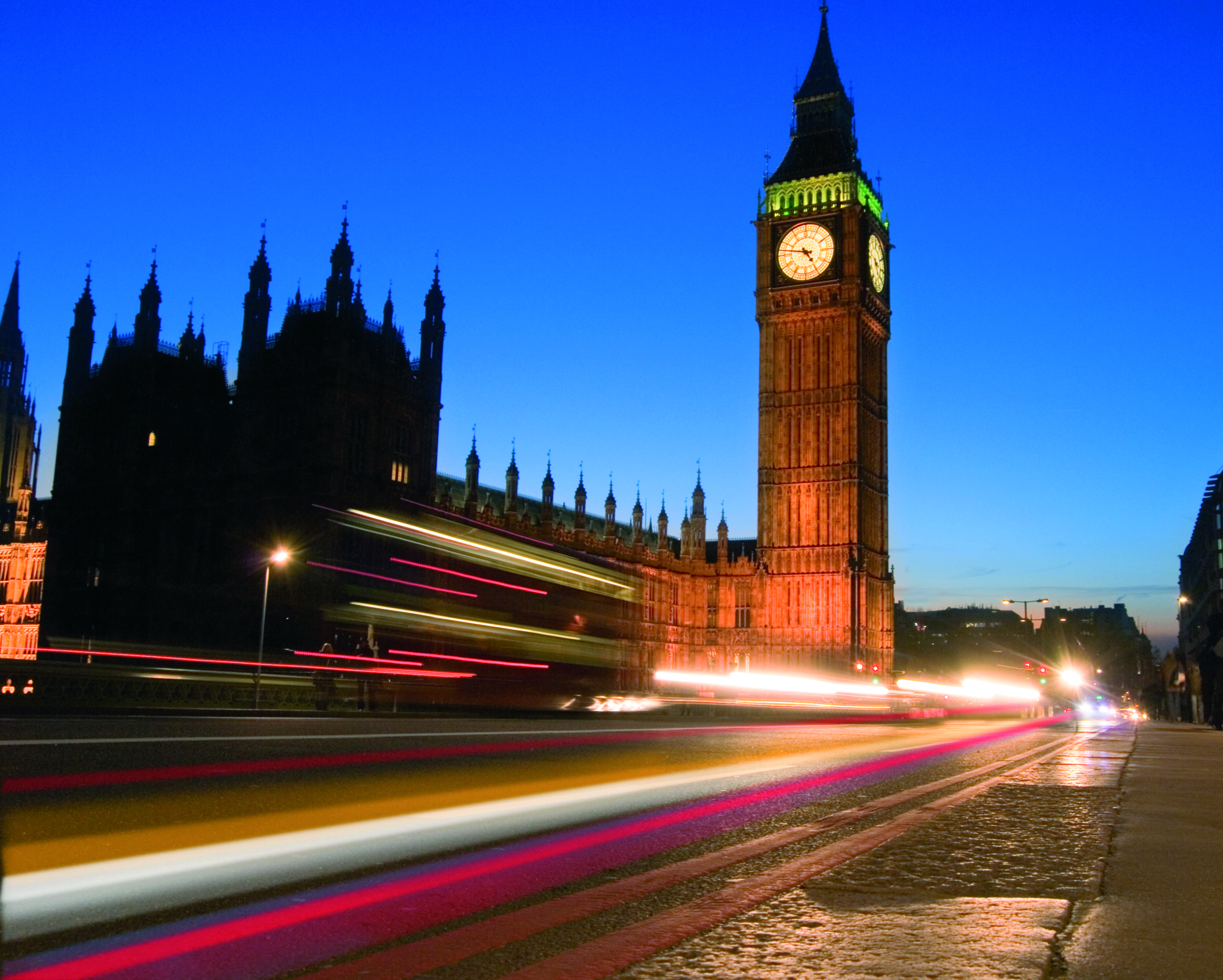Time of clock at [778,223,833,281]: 4:46
